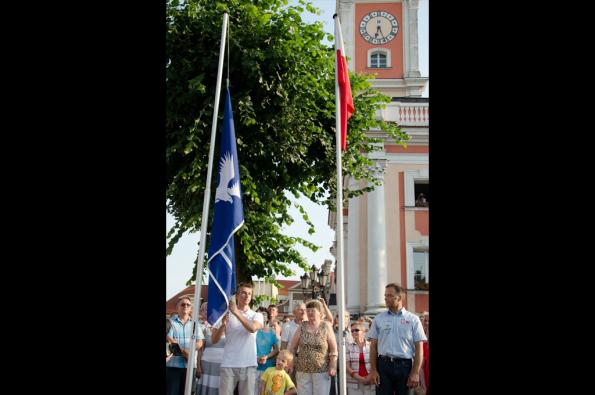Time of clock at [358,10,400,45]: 6:25
